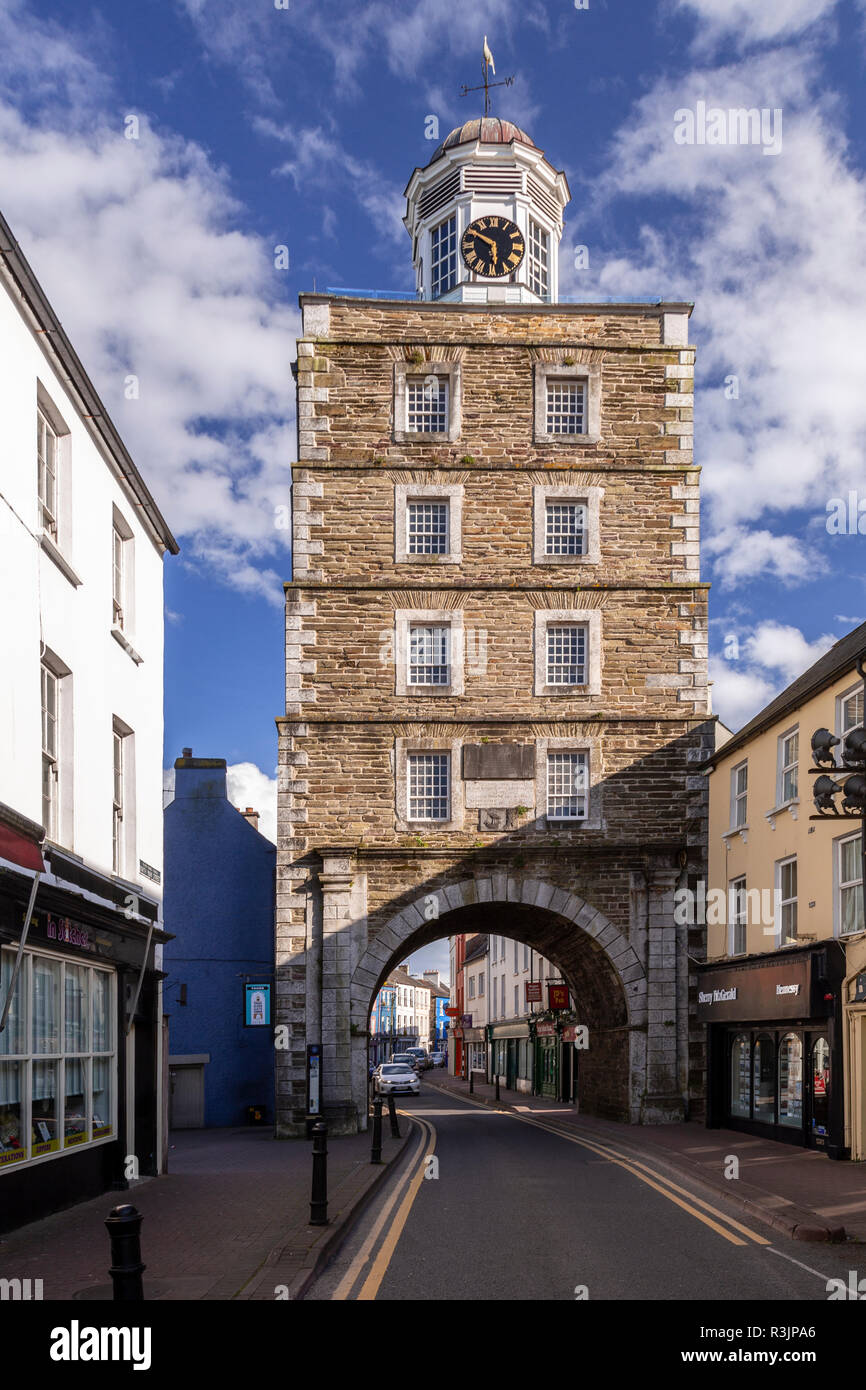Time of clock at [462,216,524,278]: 5:49
